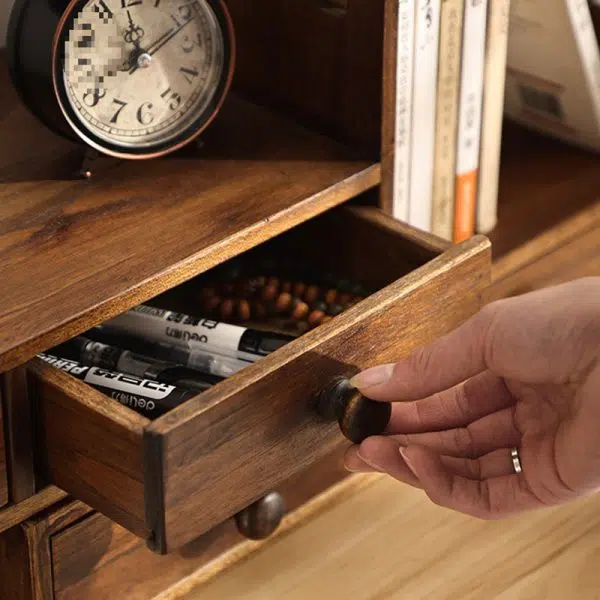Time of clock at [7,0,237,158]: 12:11
